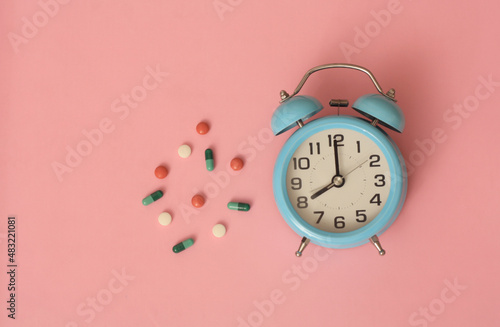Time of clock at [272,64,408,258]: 7:59
